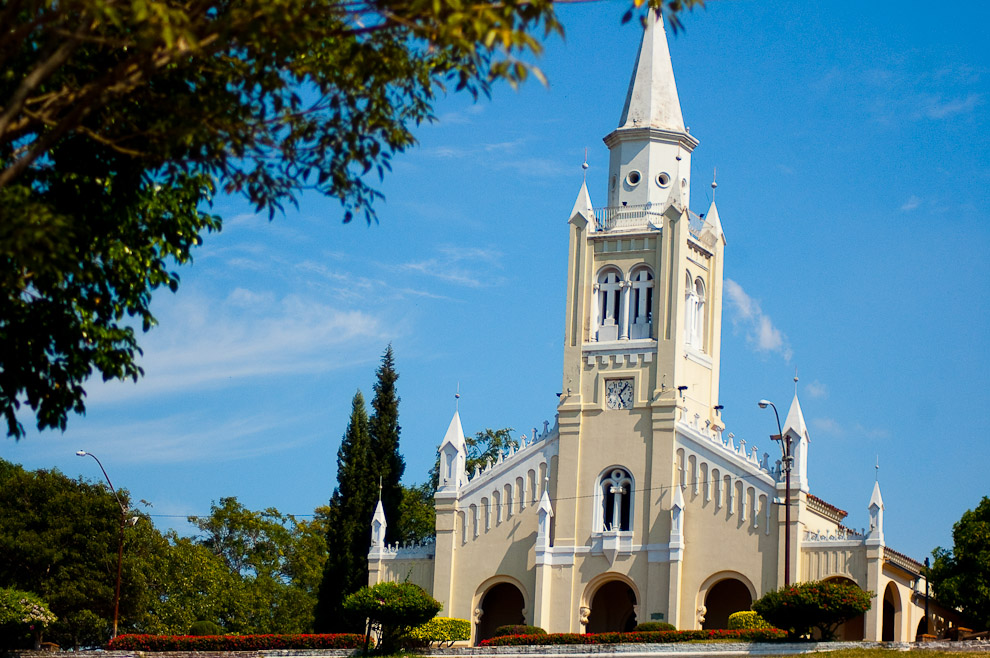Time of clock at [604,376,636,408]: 5:06
